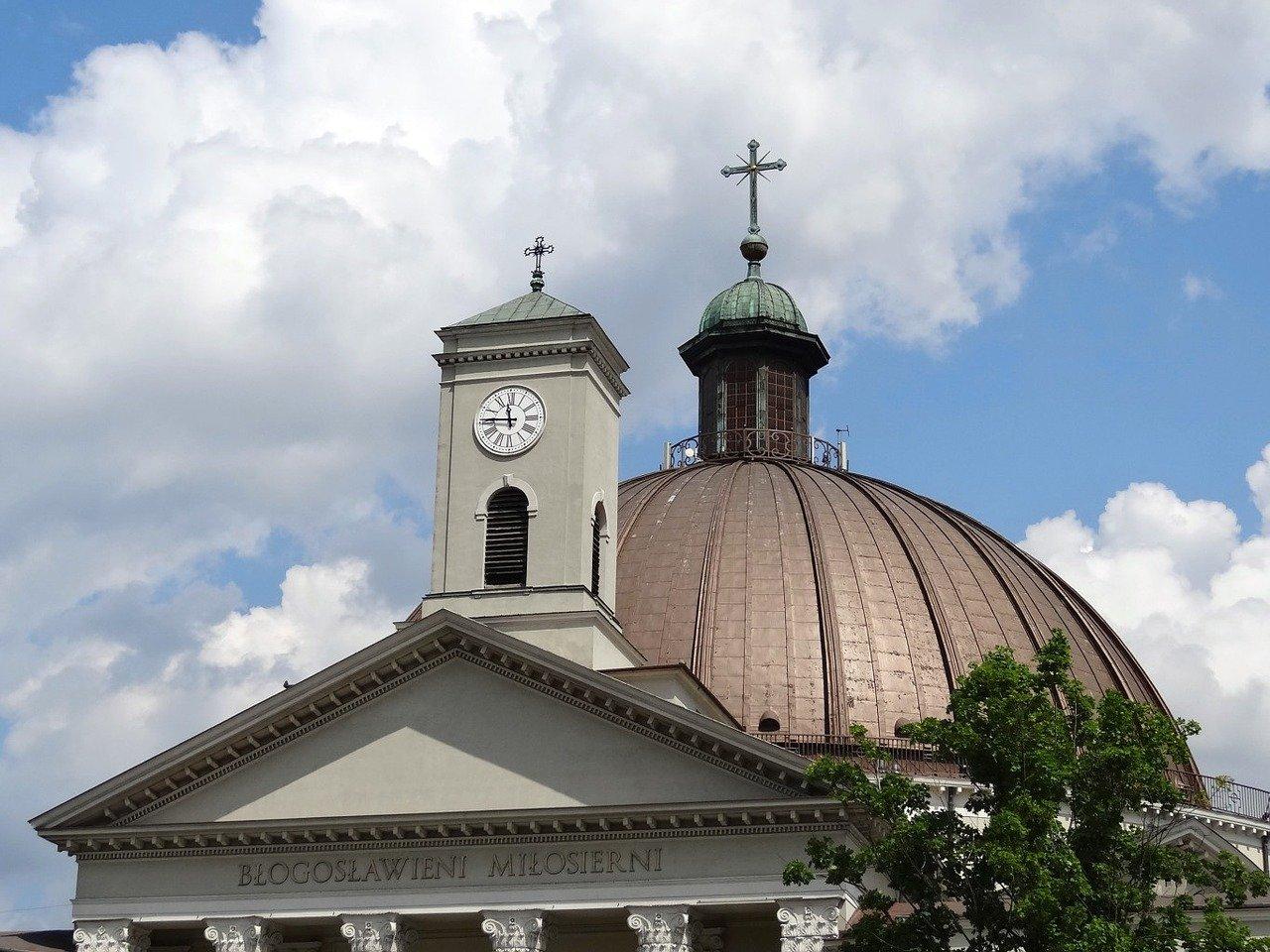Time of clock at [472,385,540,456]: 11:45
